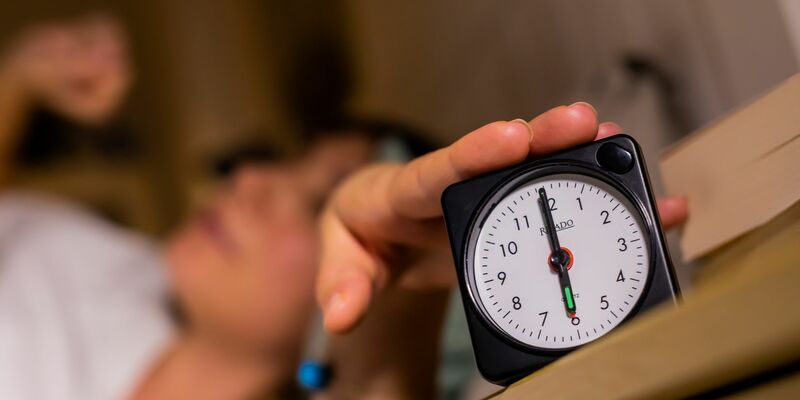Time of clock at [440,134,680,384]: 5:59
